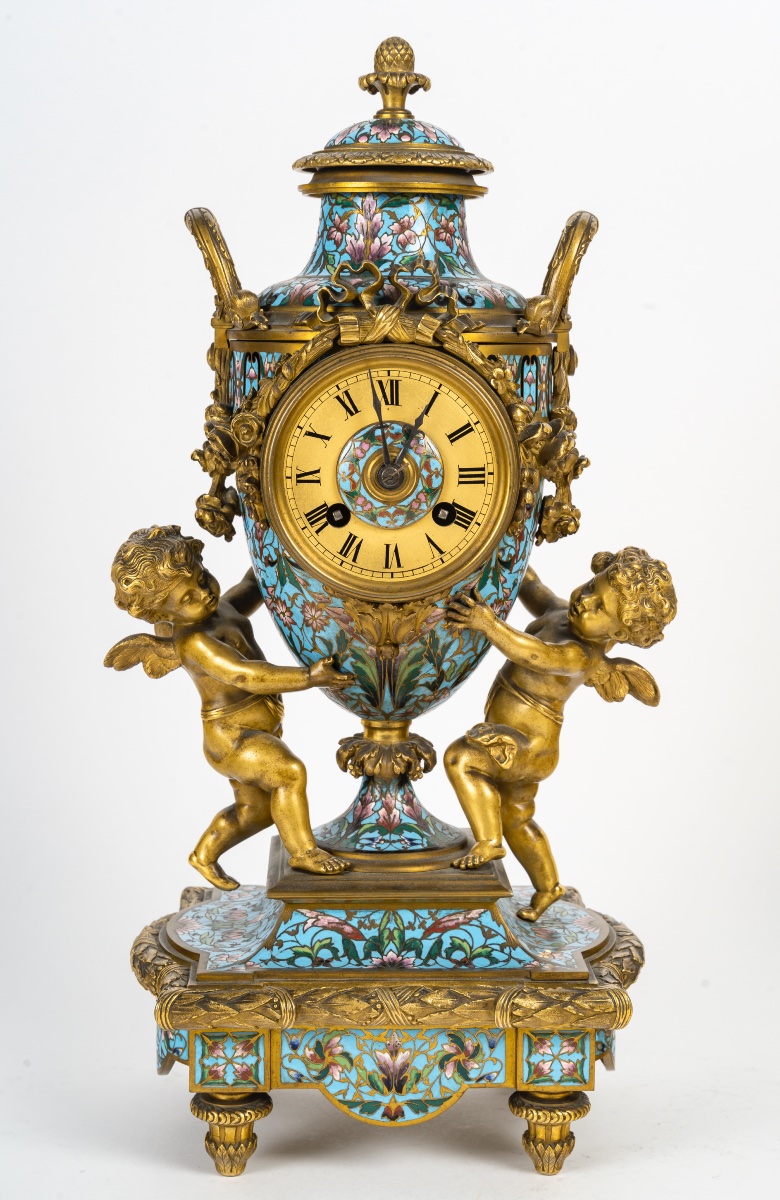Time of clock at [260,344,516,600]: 12:58
